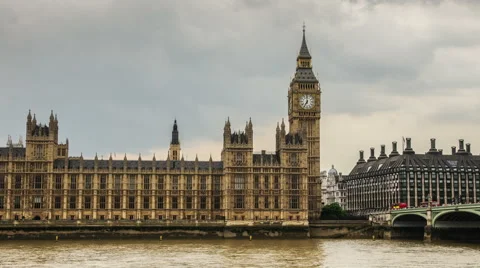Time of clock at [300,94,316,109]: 7:00
